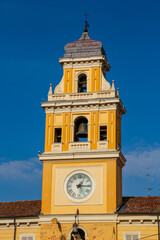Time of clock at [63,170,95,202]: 1:15
